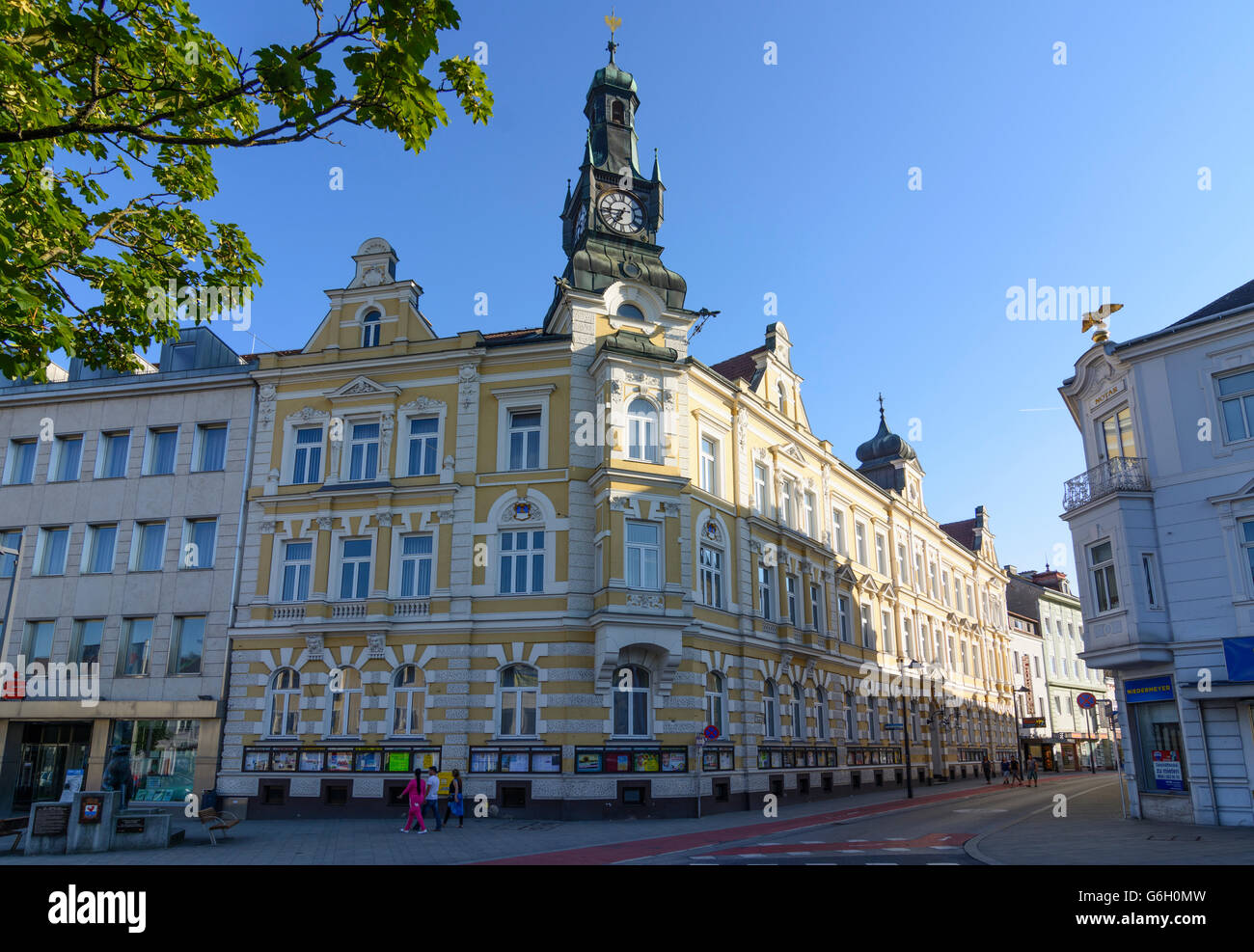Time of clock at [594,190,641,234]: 6:44
